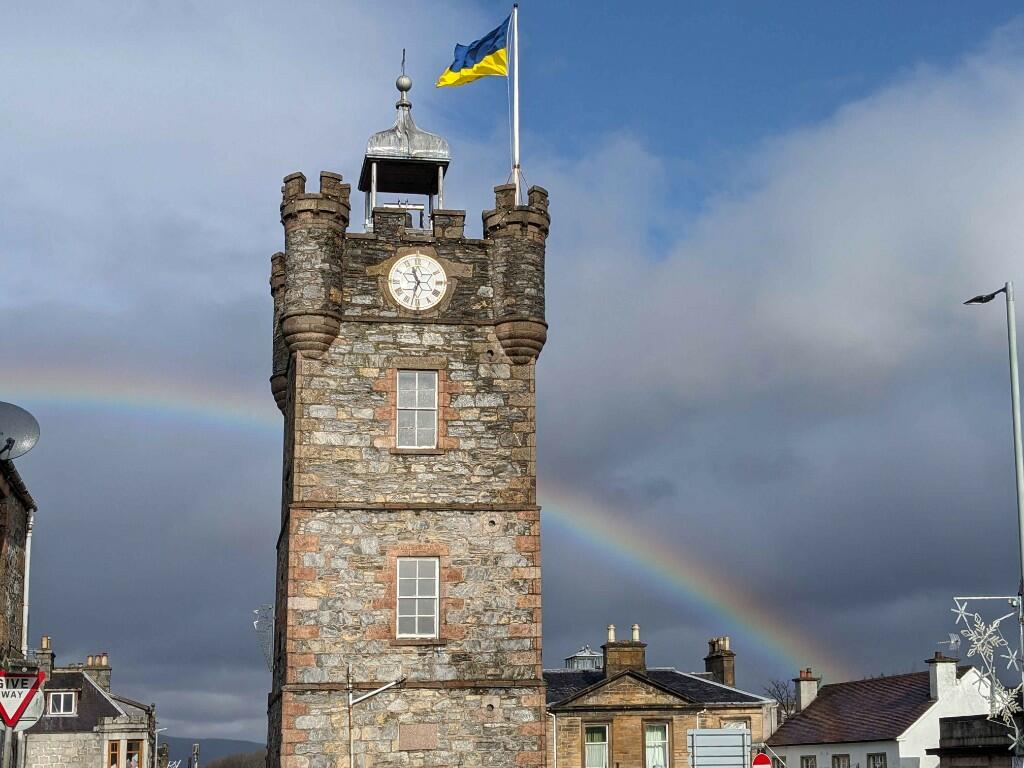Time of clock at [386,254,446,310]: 11:32
